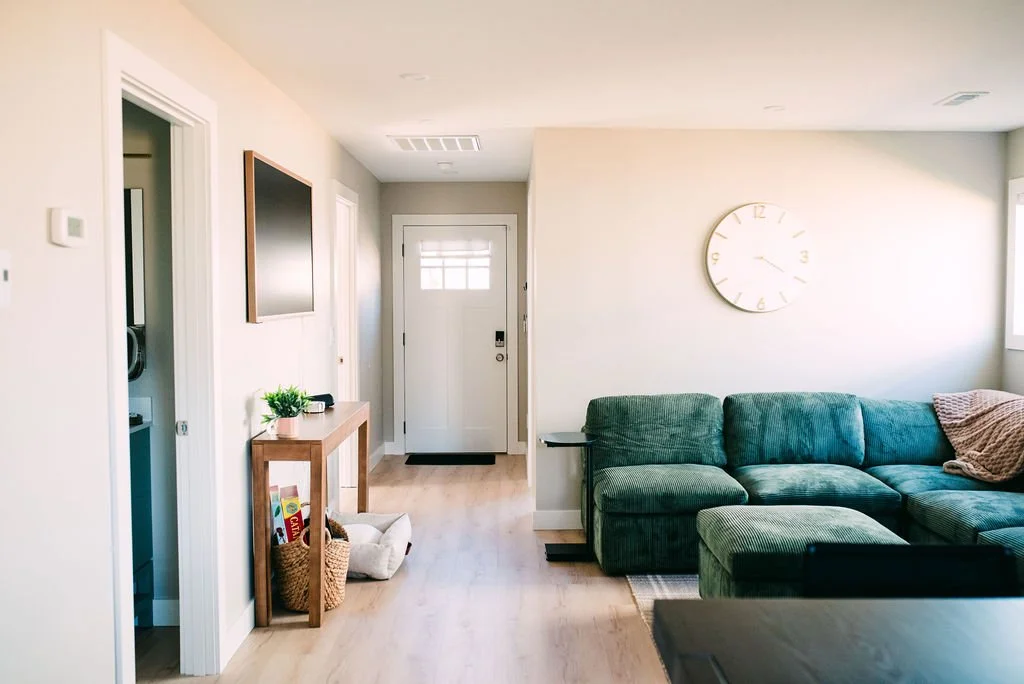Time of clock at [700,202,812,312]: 4:20
